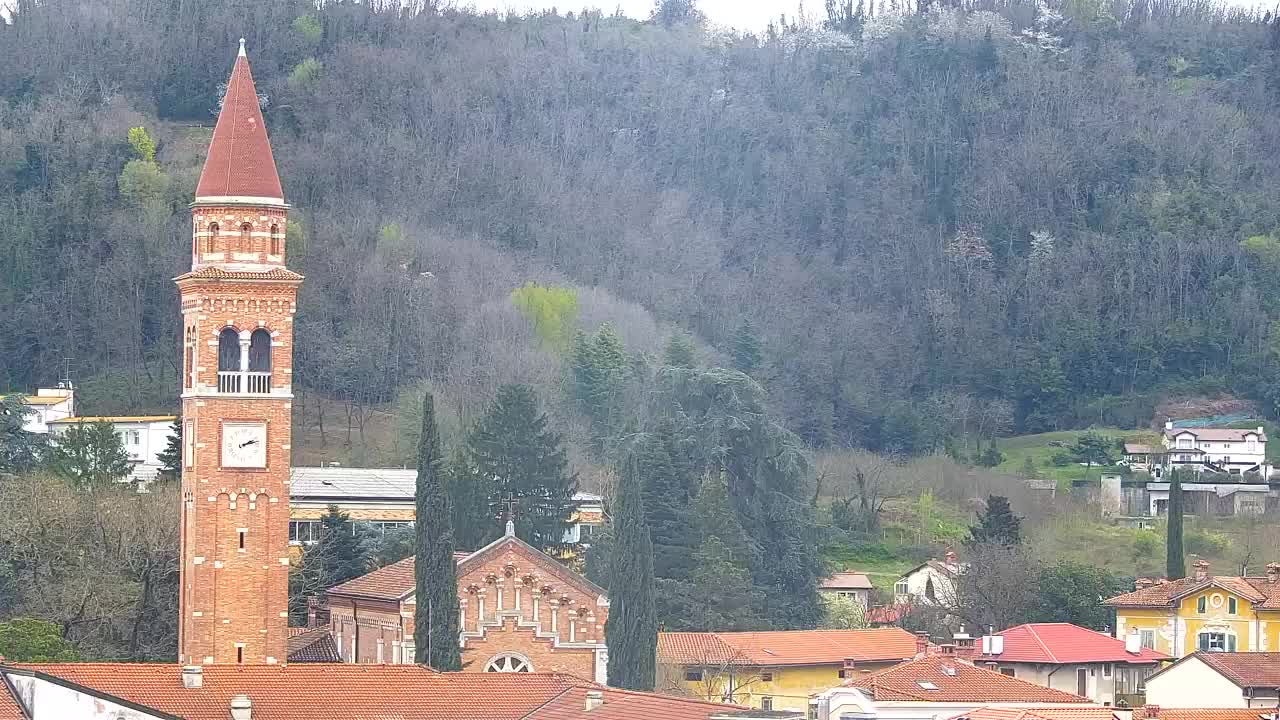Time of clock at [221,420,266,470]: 2:12
